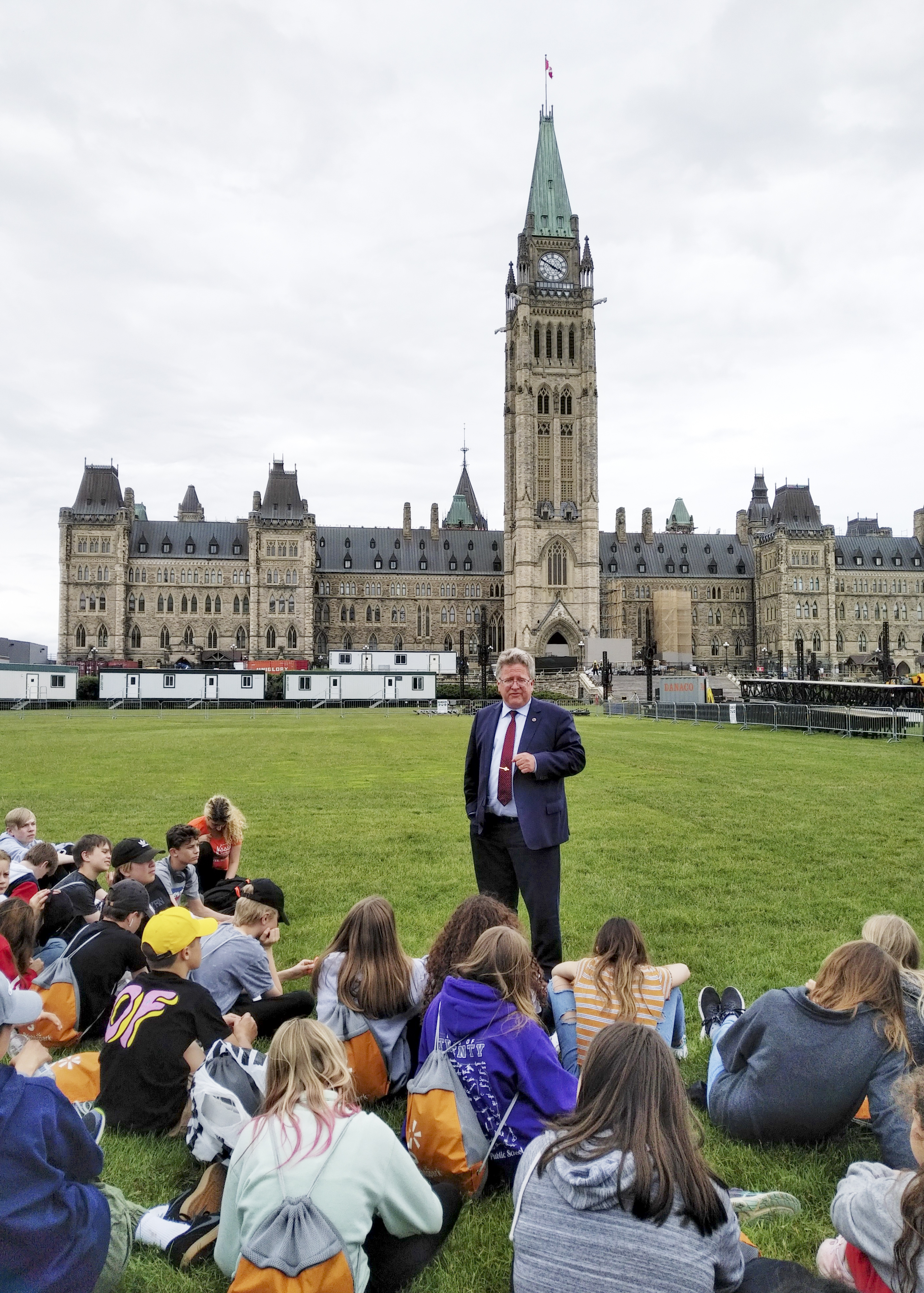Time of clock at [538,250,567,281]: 3:50
